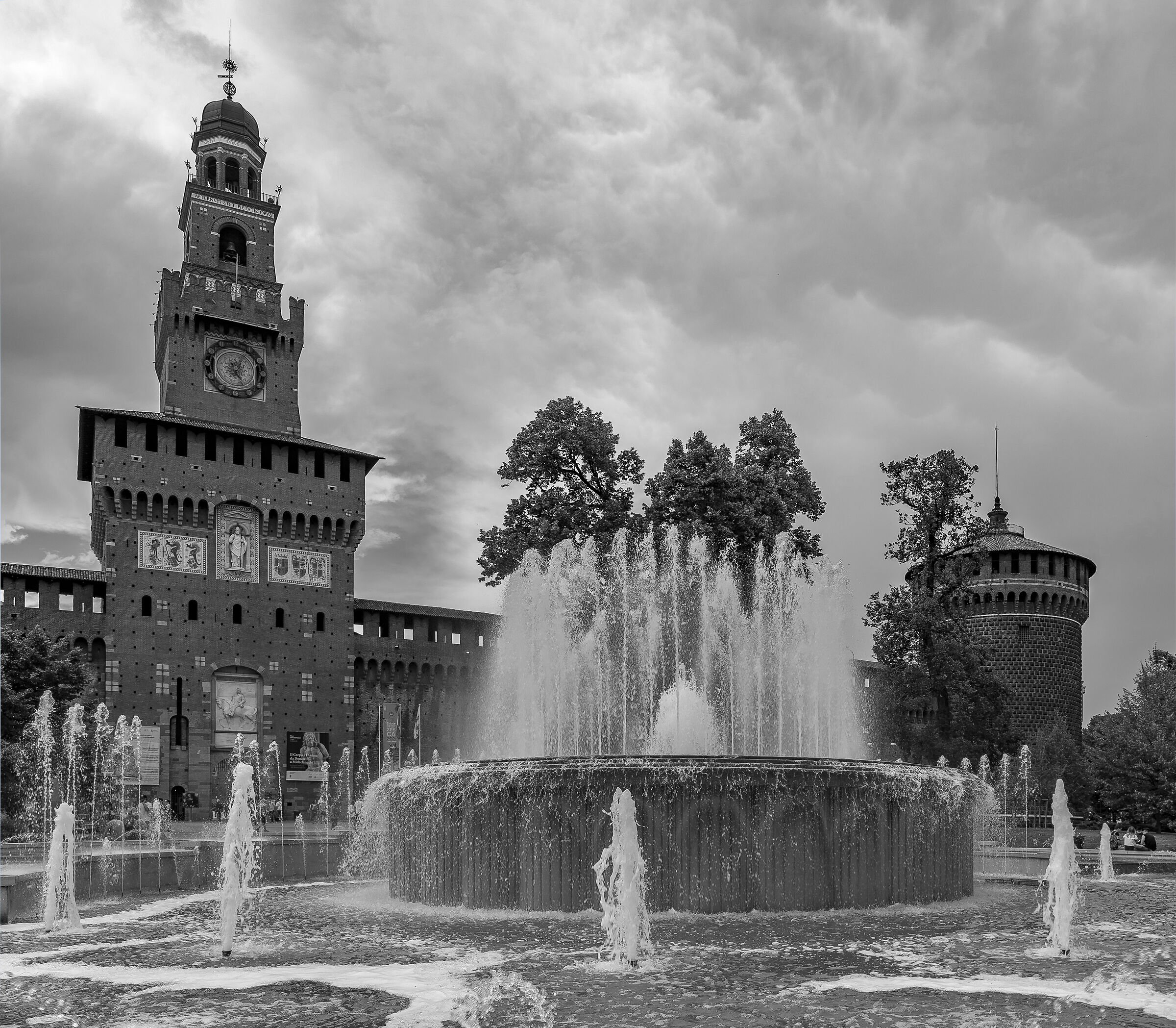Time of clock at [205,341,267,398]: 5:03
